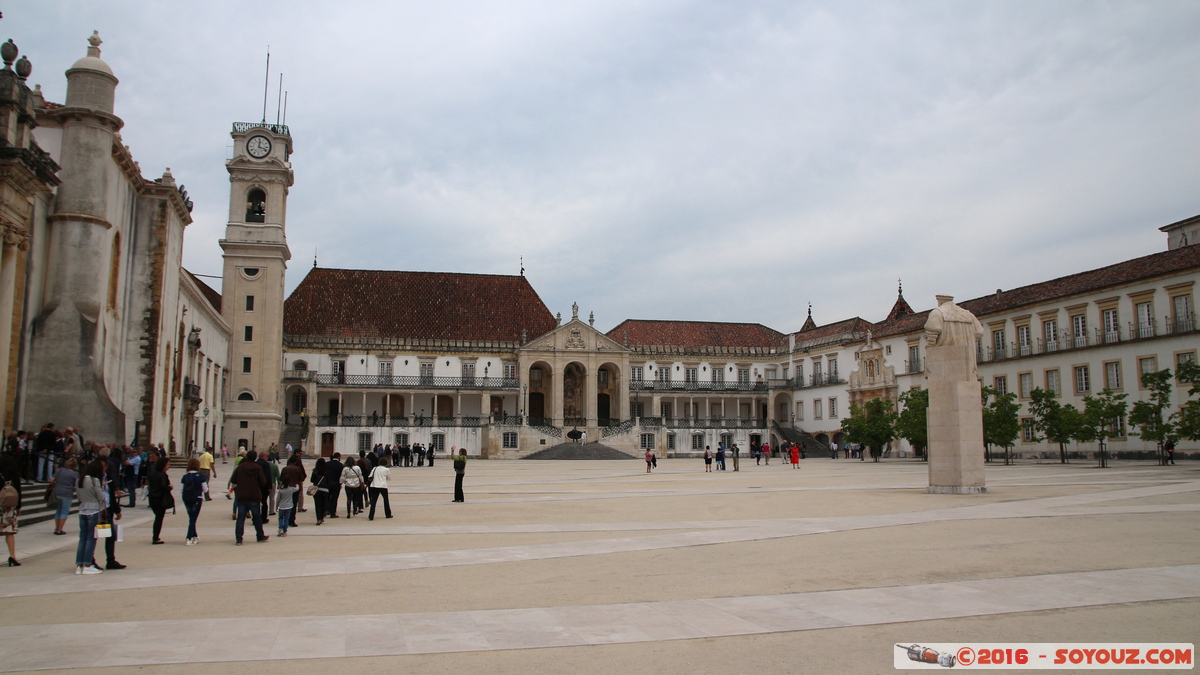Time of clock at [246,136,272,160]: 12:18
